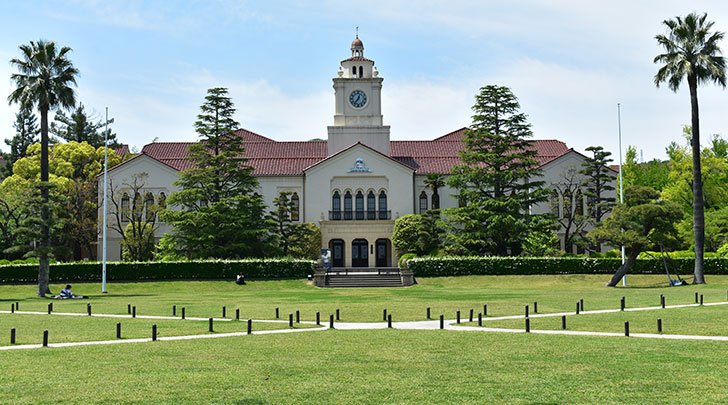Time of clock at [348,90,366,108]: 12:36
